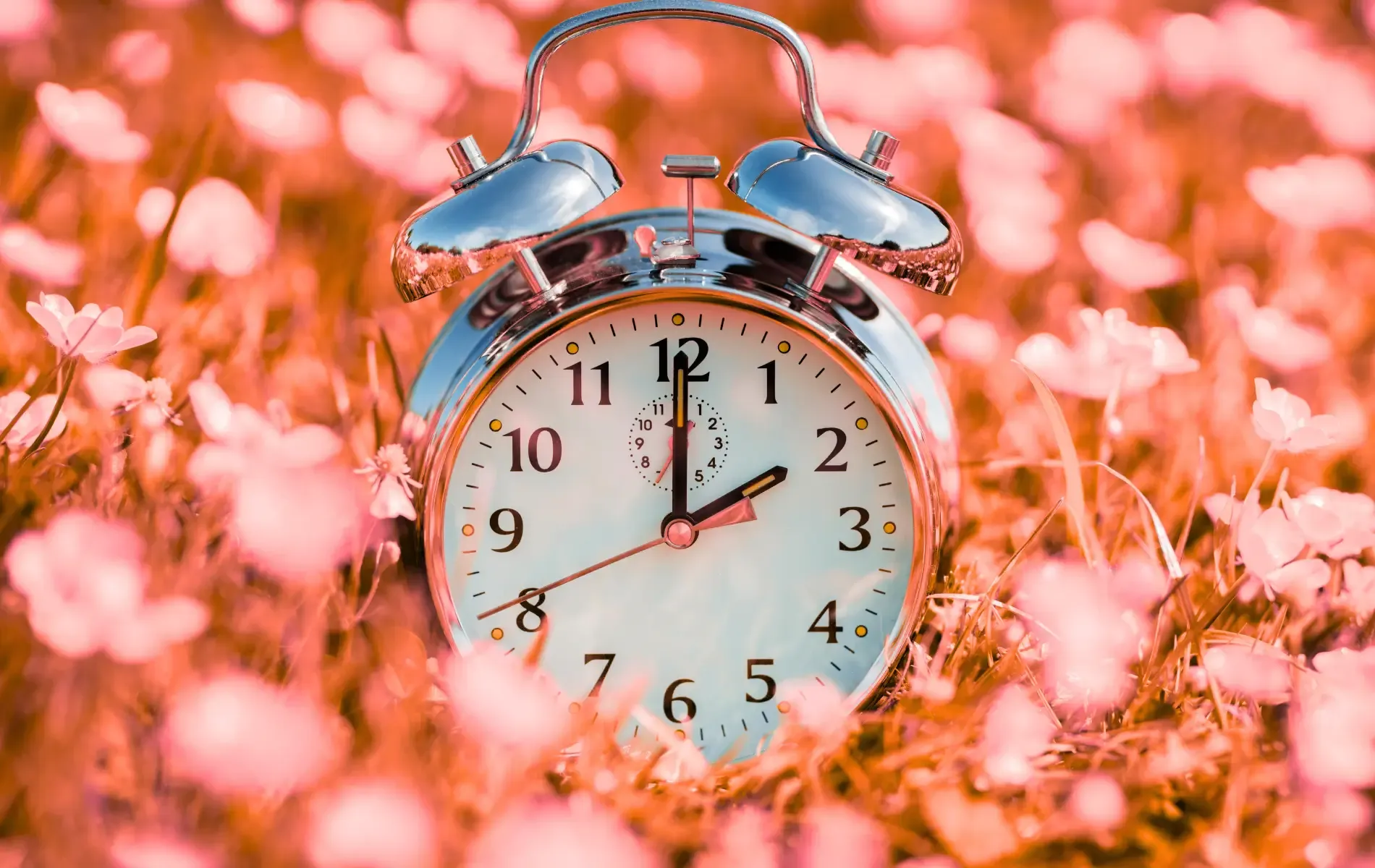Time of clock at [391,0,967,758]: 2:00
